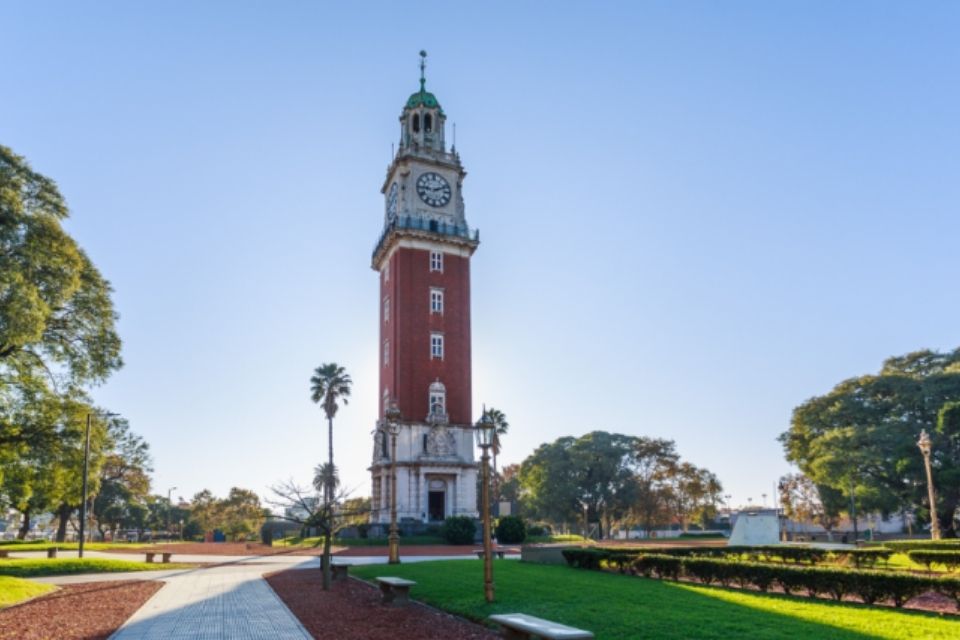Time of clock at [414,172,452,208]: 9:11
